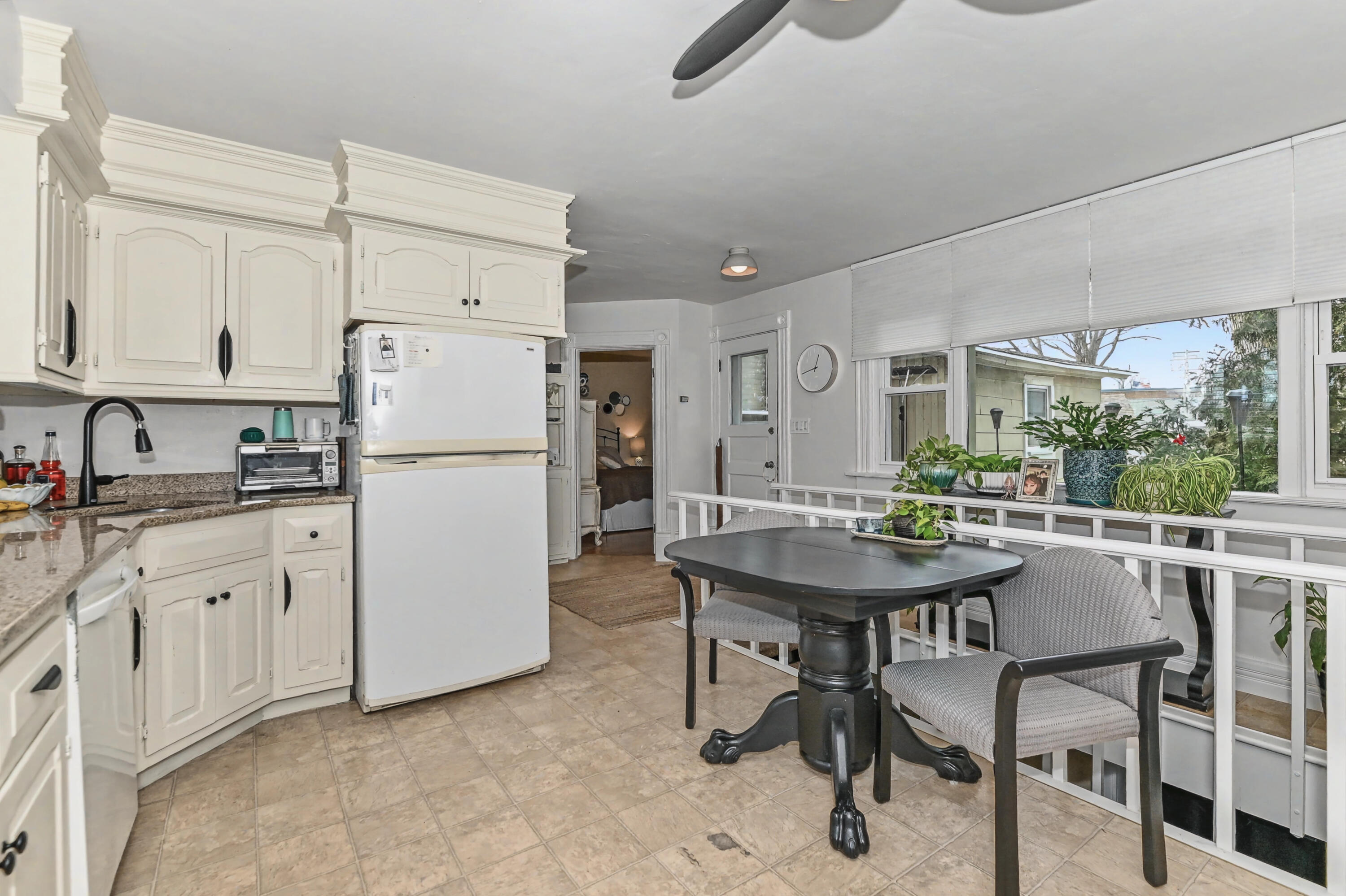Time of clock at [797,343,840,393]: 12:42
